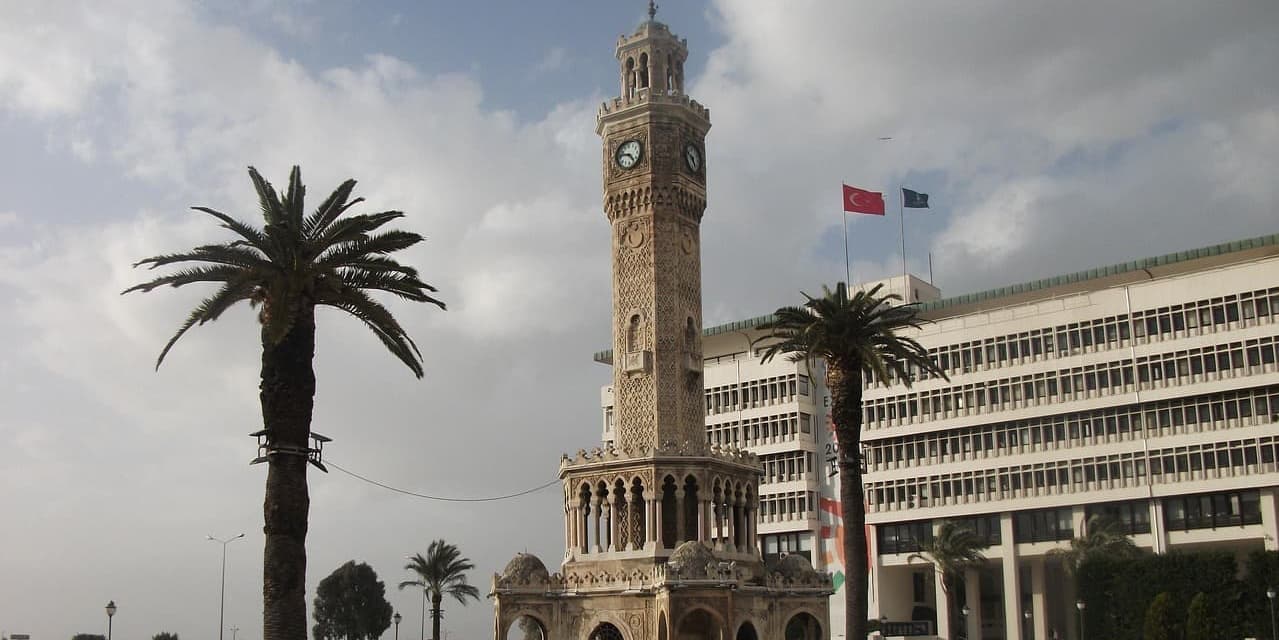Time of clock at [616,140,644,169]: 4:46
